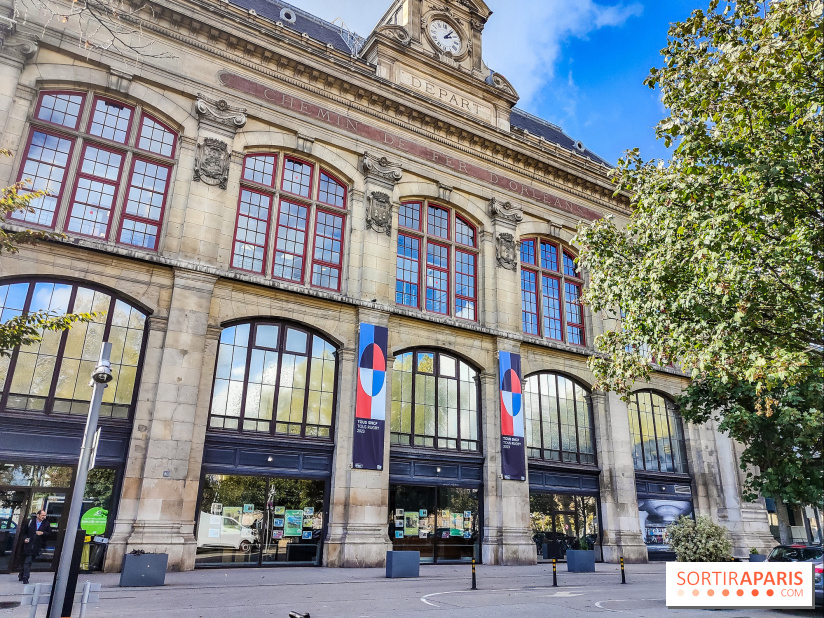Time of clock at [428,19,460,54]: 2:06
